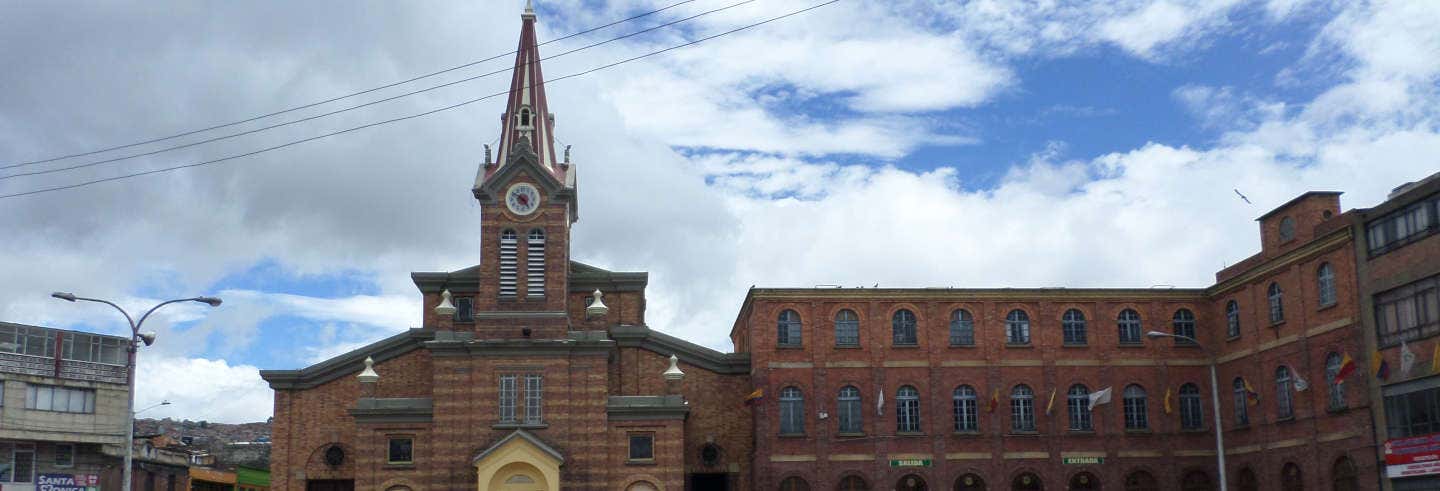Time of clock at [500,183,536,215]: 4:50
